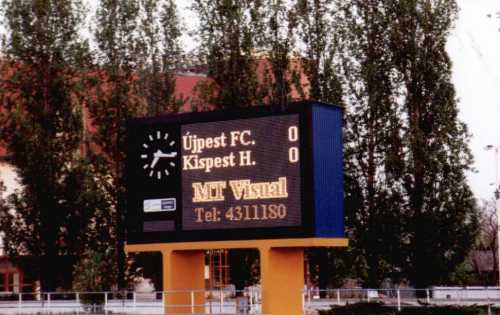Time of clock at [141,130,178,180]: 7:15
